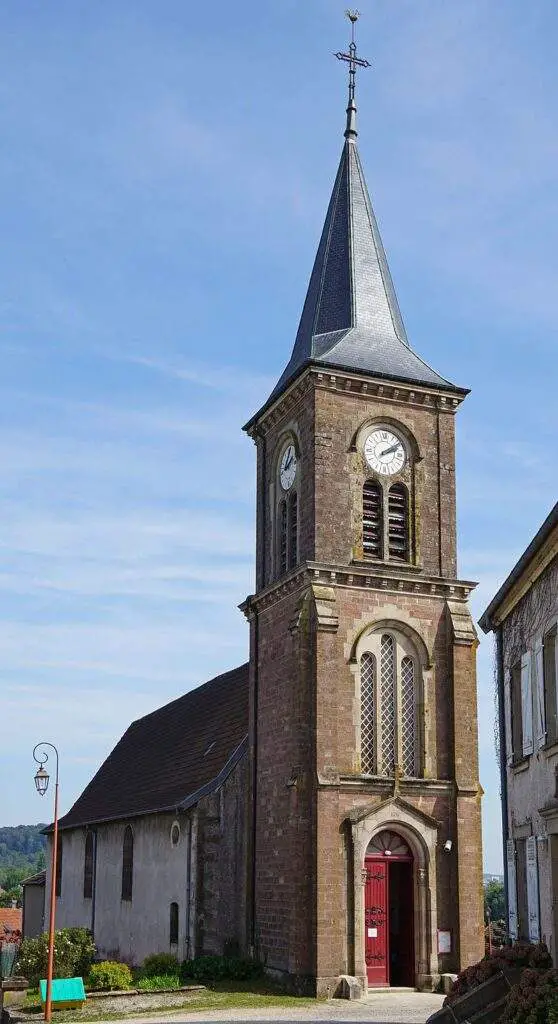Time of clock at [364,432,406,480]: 2:09
